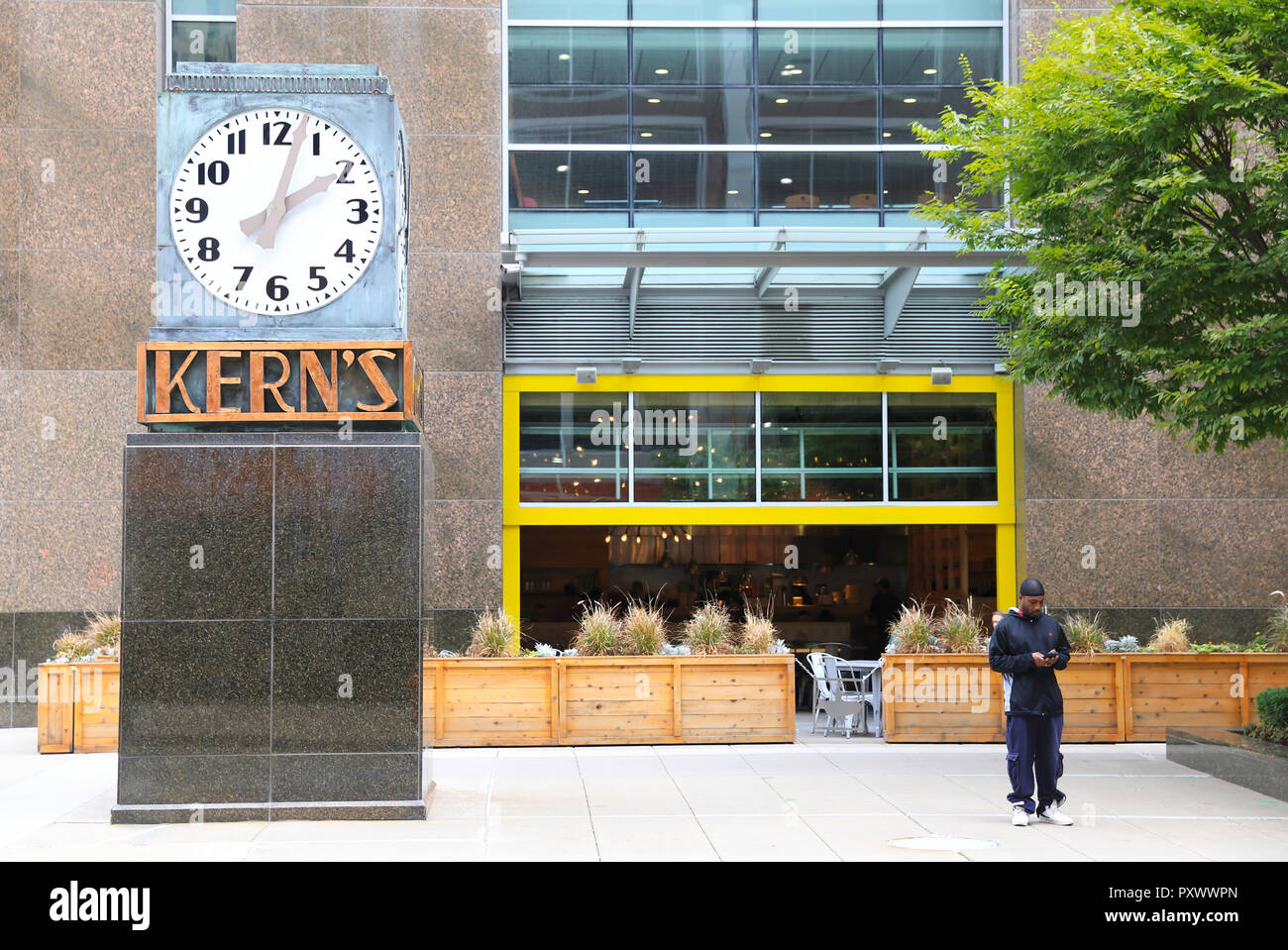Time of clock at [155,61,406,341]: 2:03
